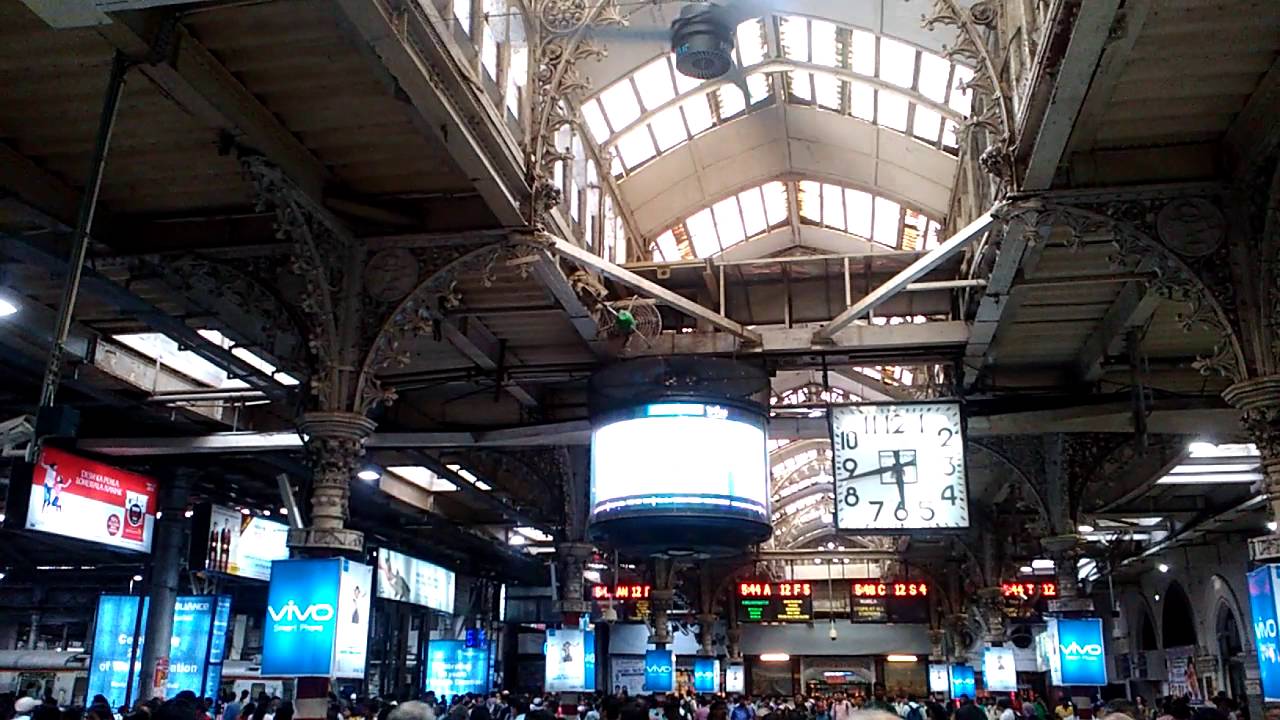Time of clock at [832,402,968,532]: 5:43
